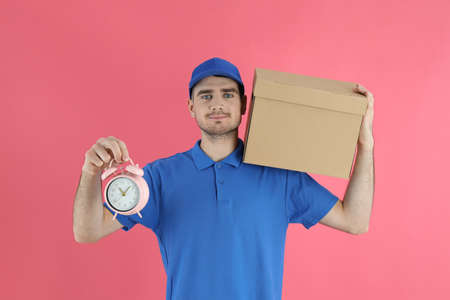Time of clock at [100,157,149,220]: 11:07
